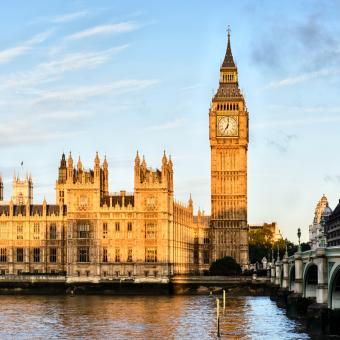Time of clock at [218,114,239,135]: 7:01
